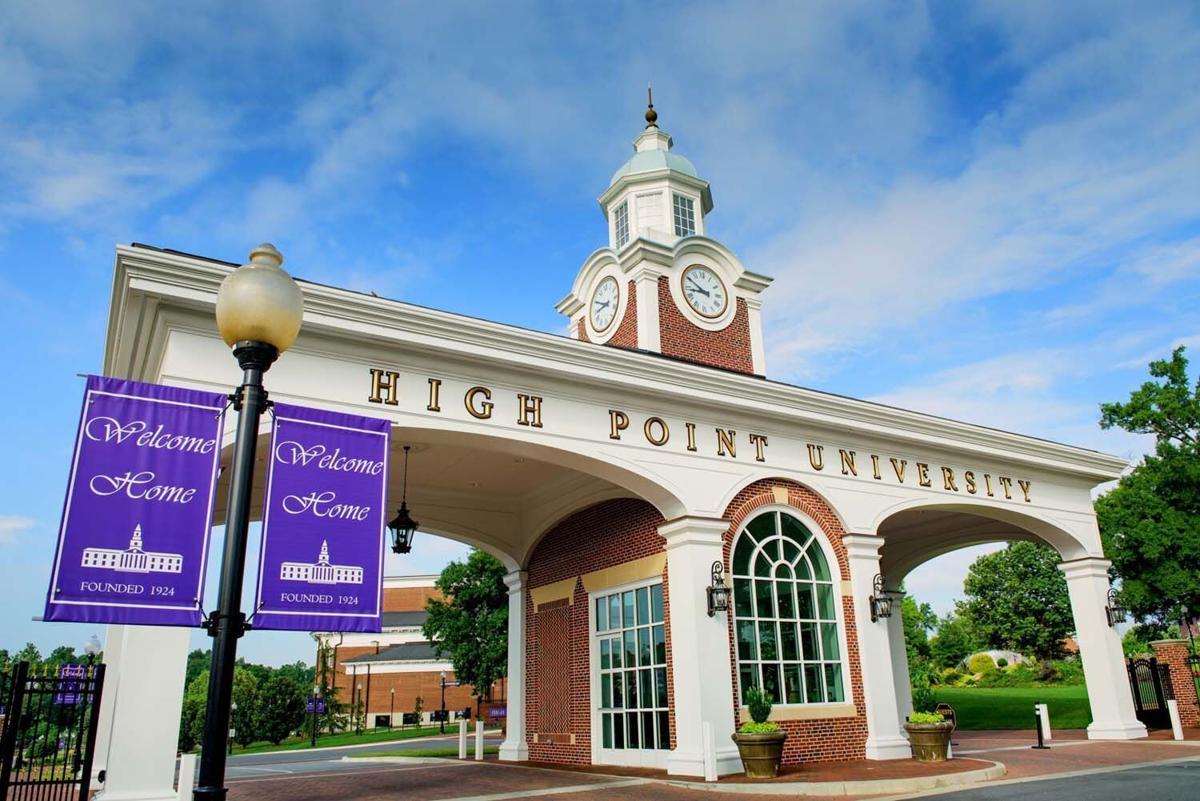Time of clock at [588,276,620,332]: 8:47
